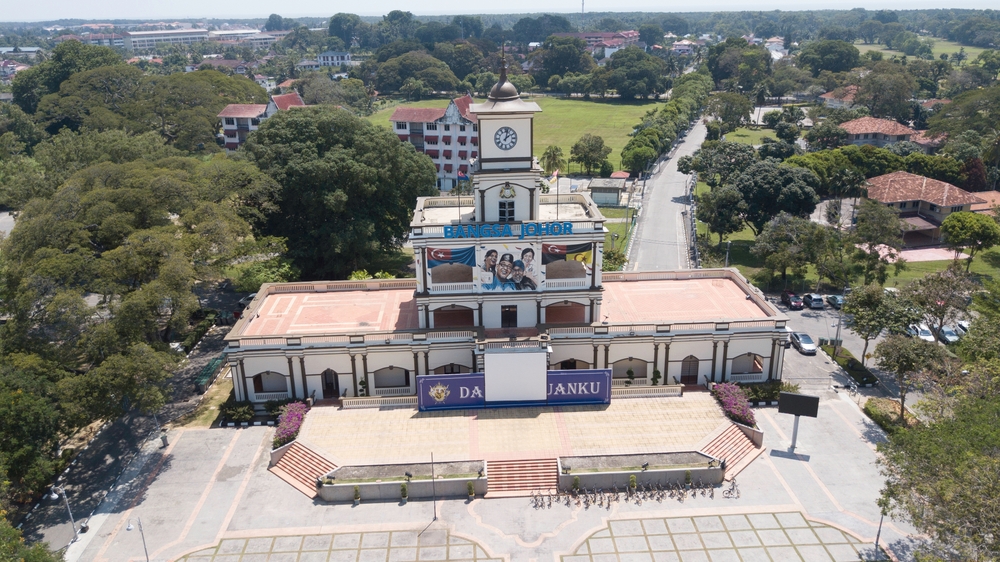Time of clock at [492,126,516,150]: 2:02
